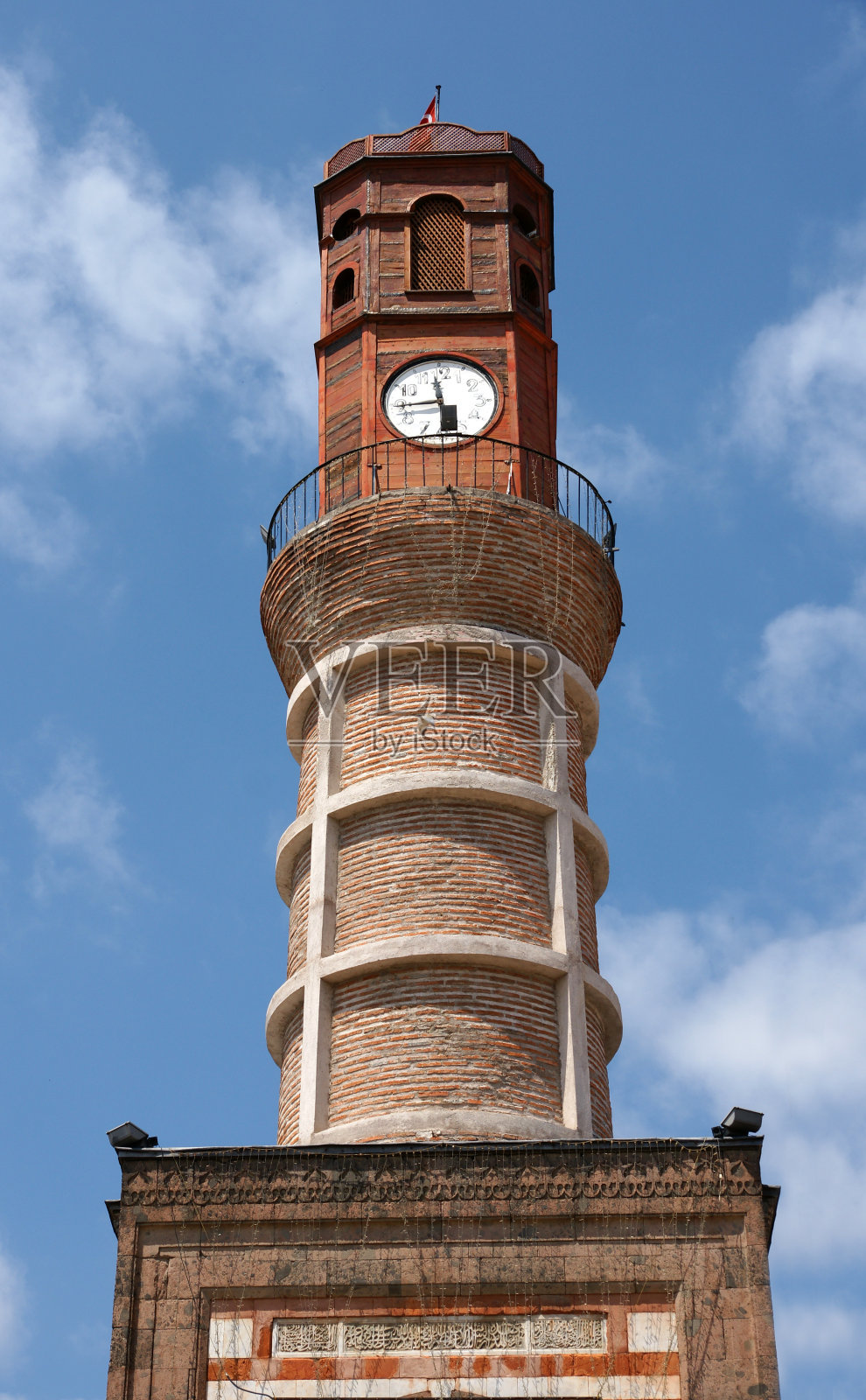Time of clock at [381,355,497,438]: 11:44
